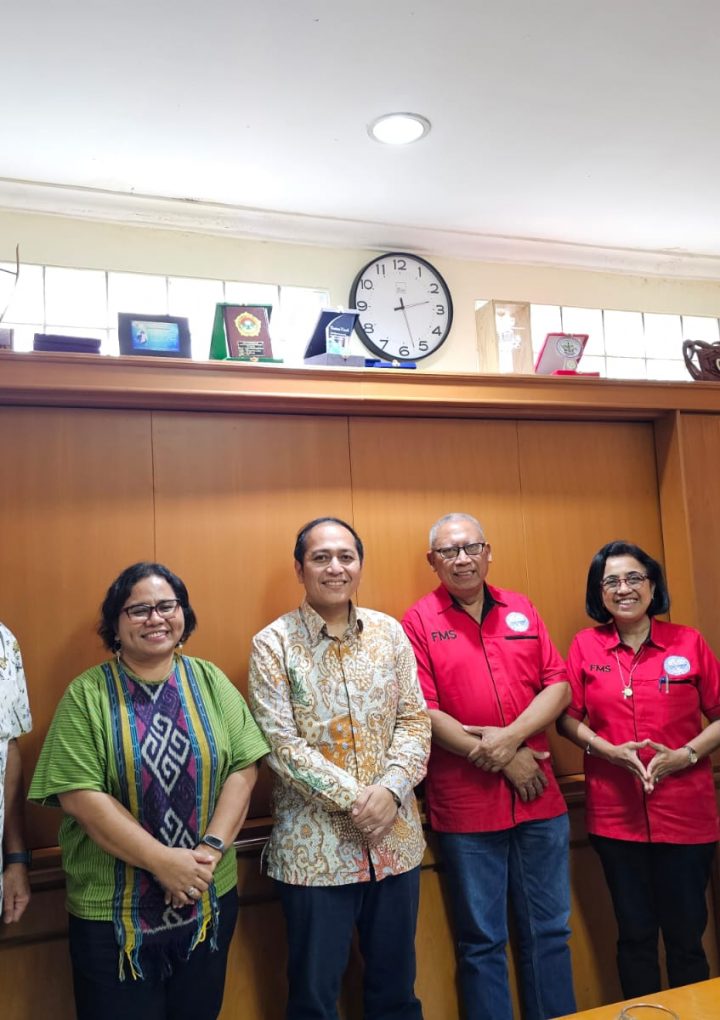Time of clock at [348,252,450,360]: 2:27
